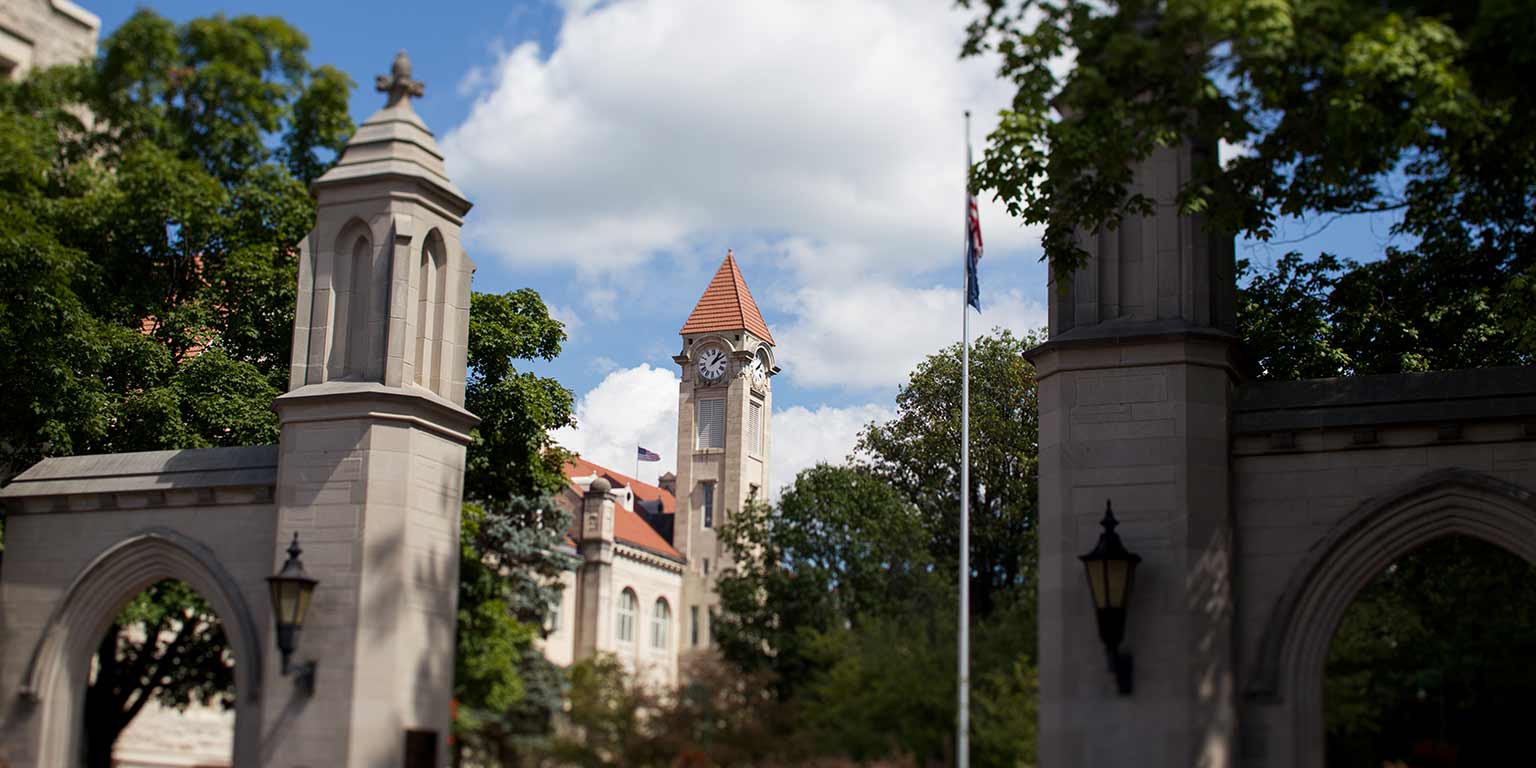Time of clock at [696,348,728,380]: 1:09
